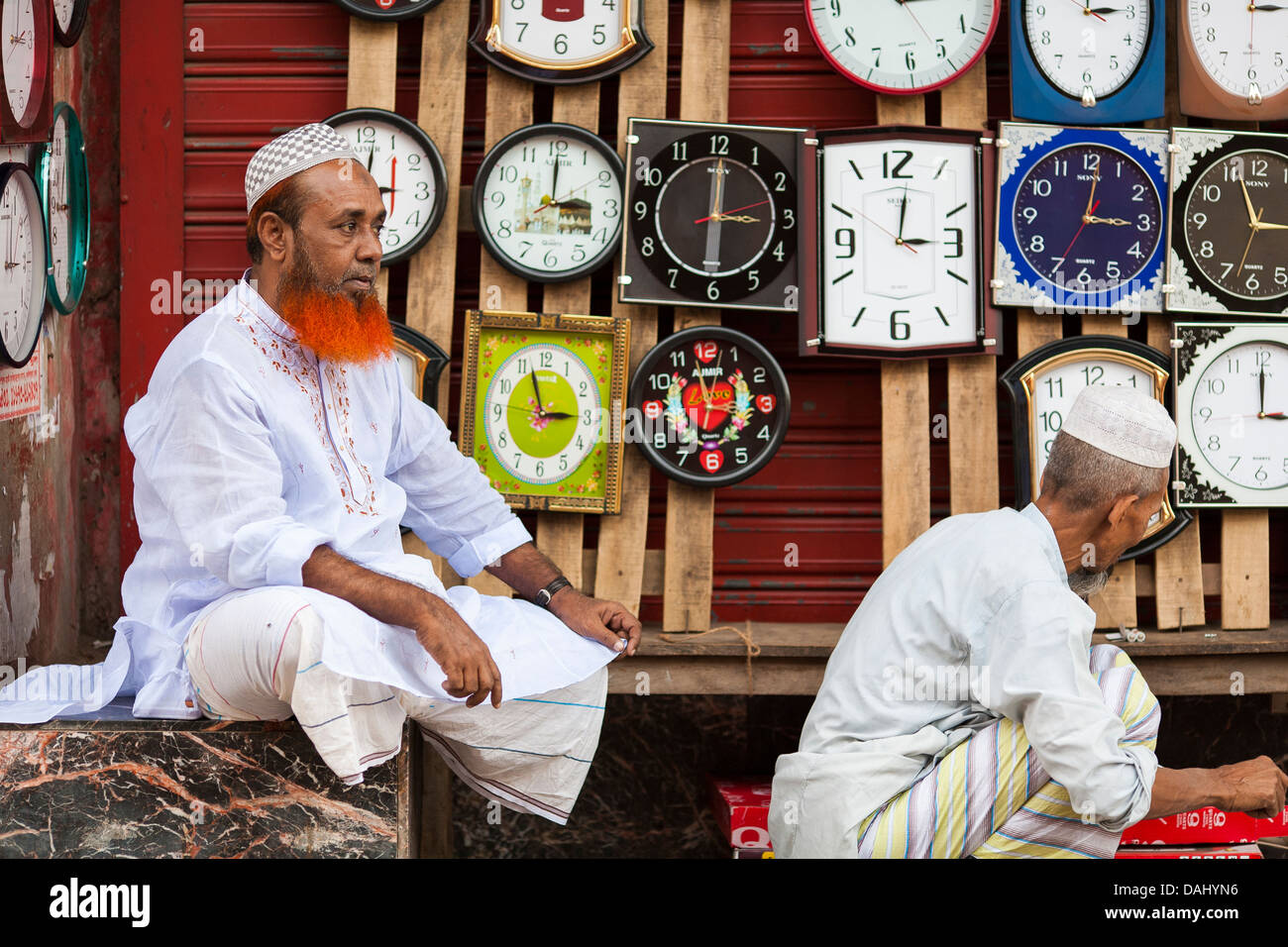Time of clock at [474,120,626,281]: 3:00
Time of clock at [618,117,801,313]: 6:00
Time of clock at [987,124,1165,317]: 3:01
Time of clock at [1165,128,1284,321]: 2:56
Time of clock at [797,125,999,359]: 3:01
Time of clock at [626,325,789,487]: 11:32
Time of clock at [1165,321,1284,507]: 3:00
